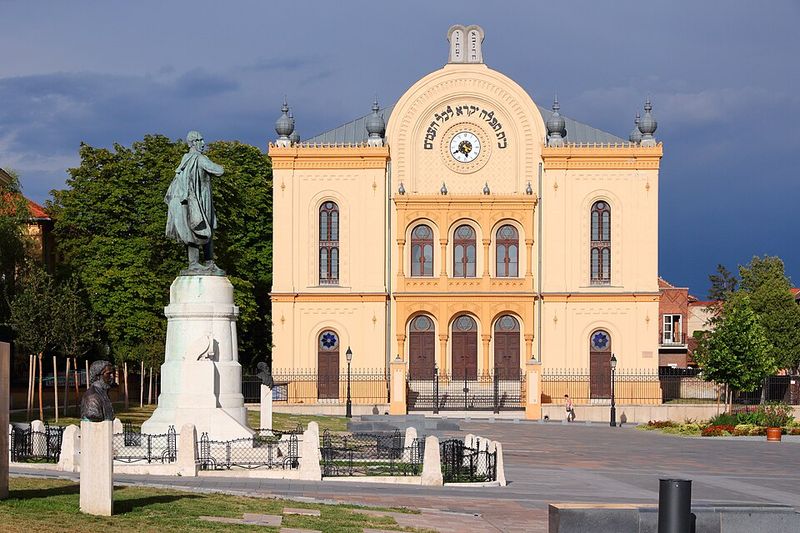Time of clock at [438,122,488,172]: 5:40
